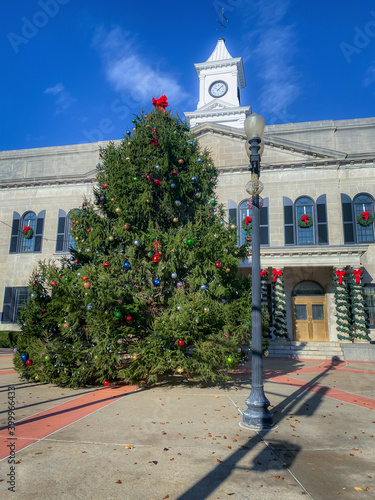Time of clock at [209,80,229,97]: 10:07
